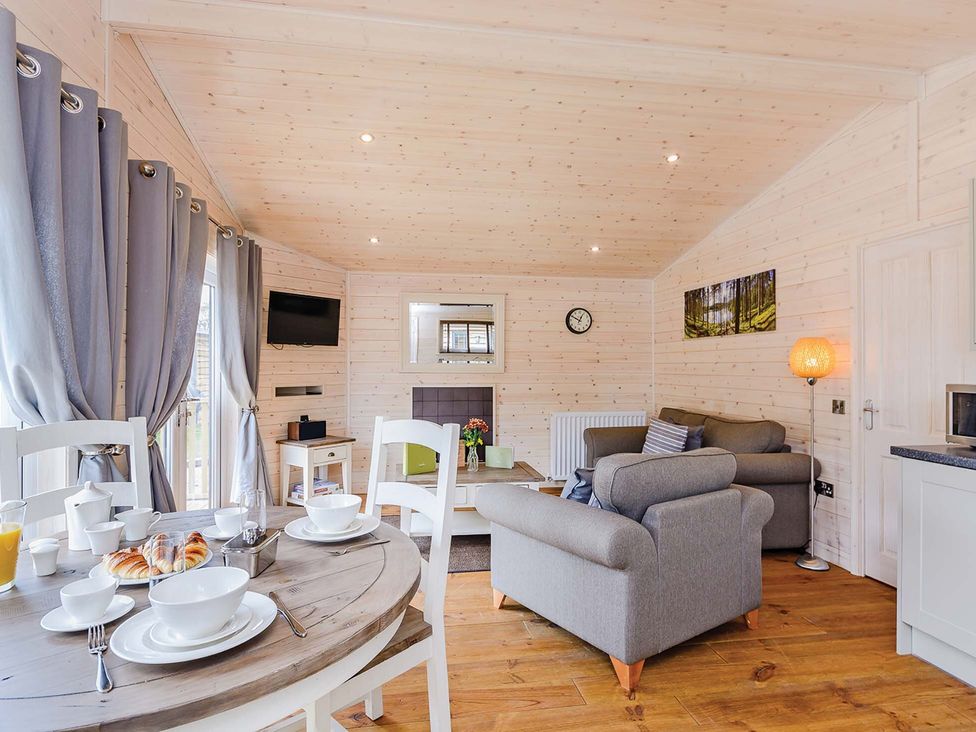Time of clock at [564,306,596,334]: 12:49
